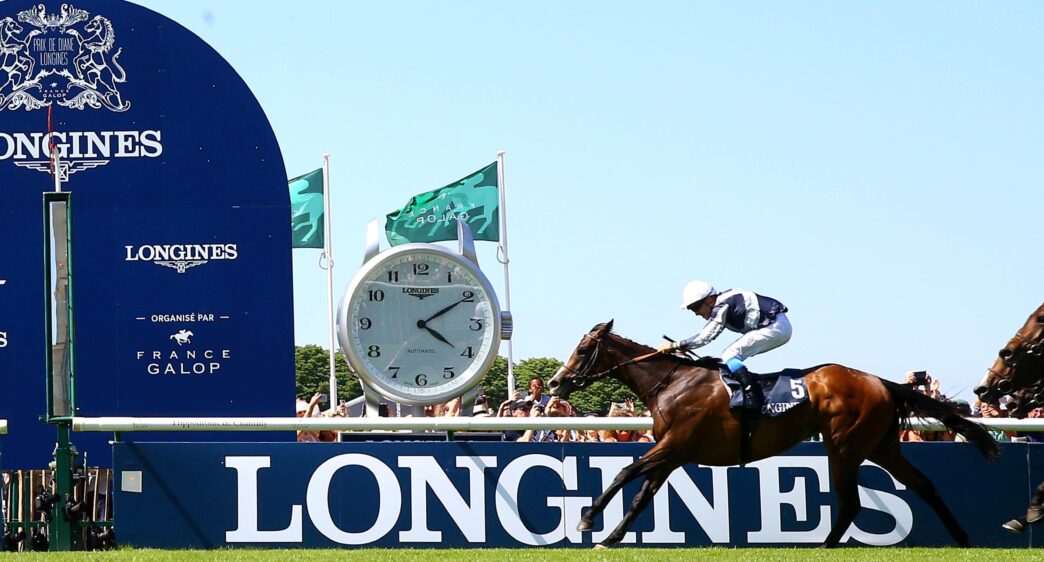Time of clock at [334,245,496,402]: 4:09
